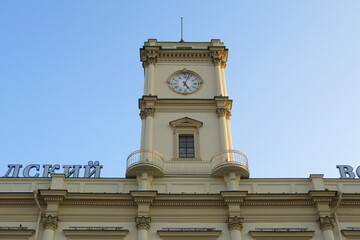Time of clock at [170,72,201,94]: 5:03
